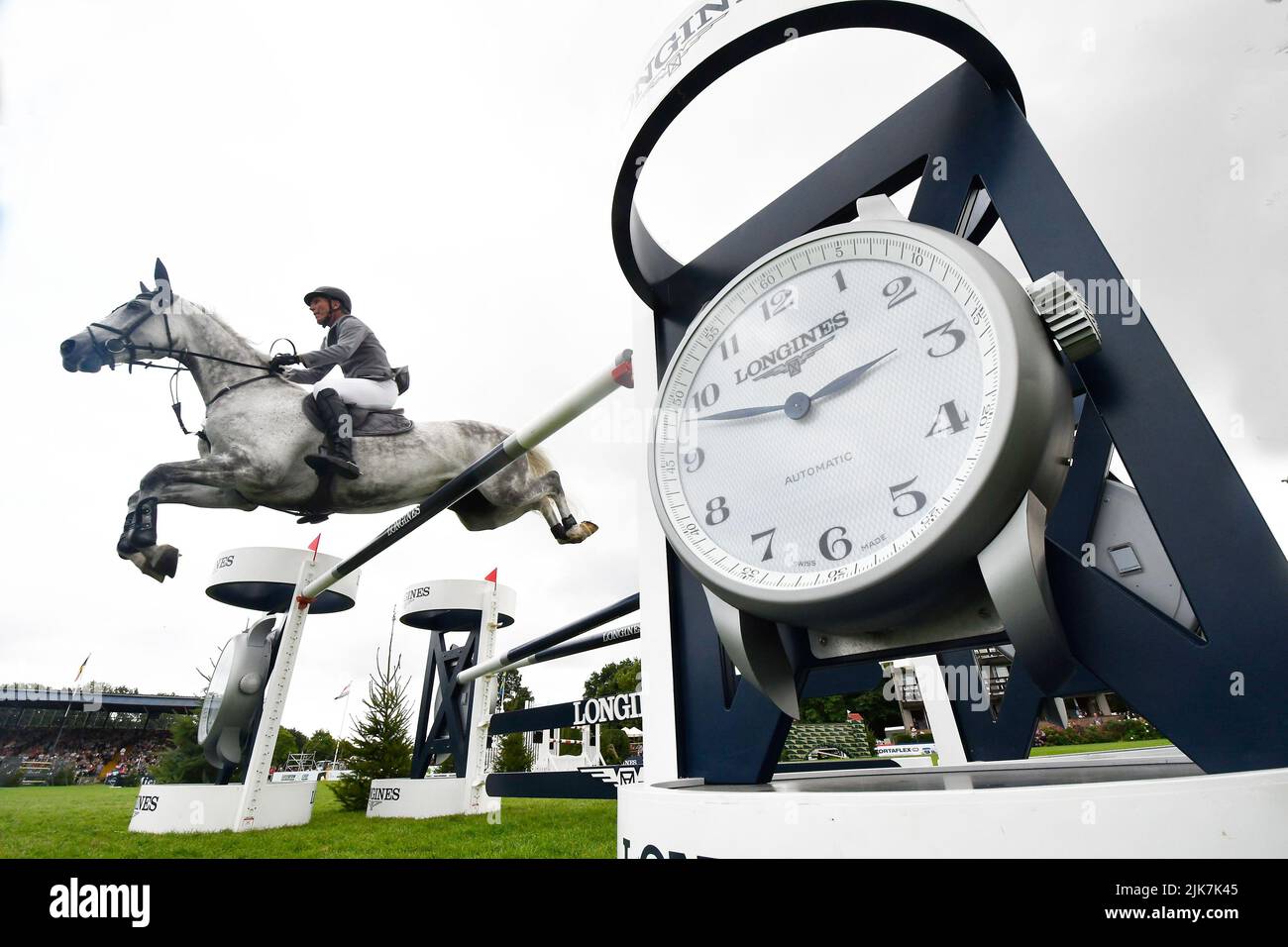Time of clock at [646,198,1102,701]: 2:46
